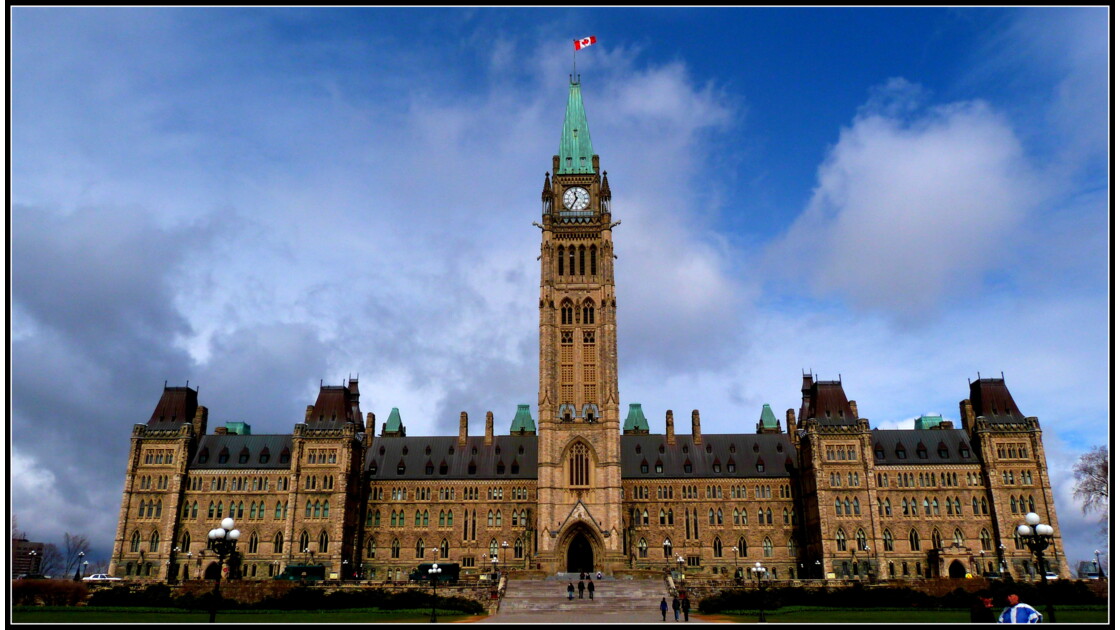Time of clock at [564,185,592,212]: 11:35
